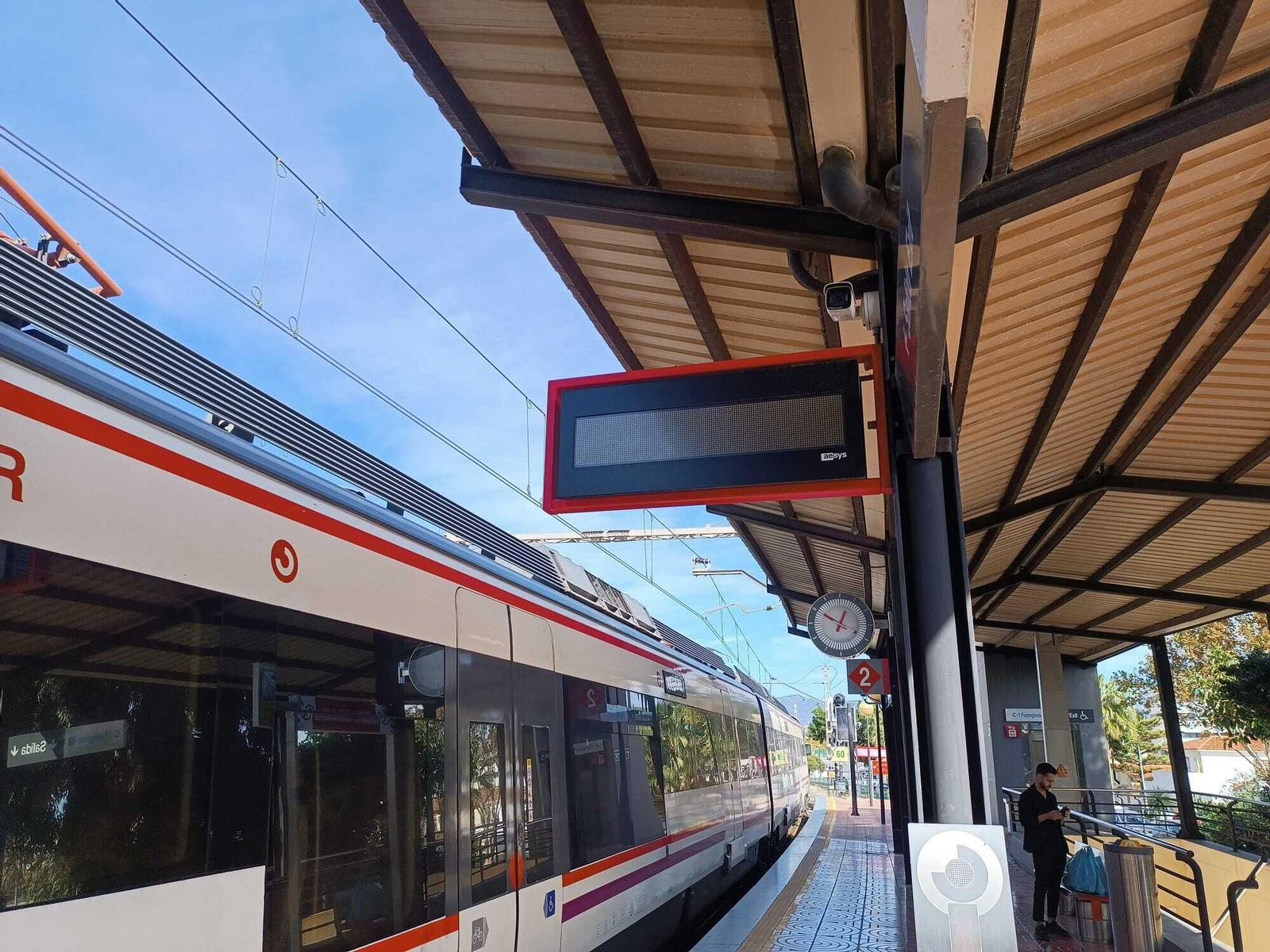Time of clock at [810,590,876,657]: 12:49
